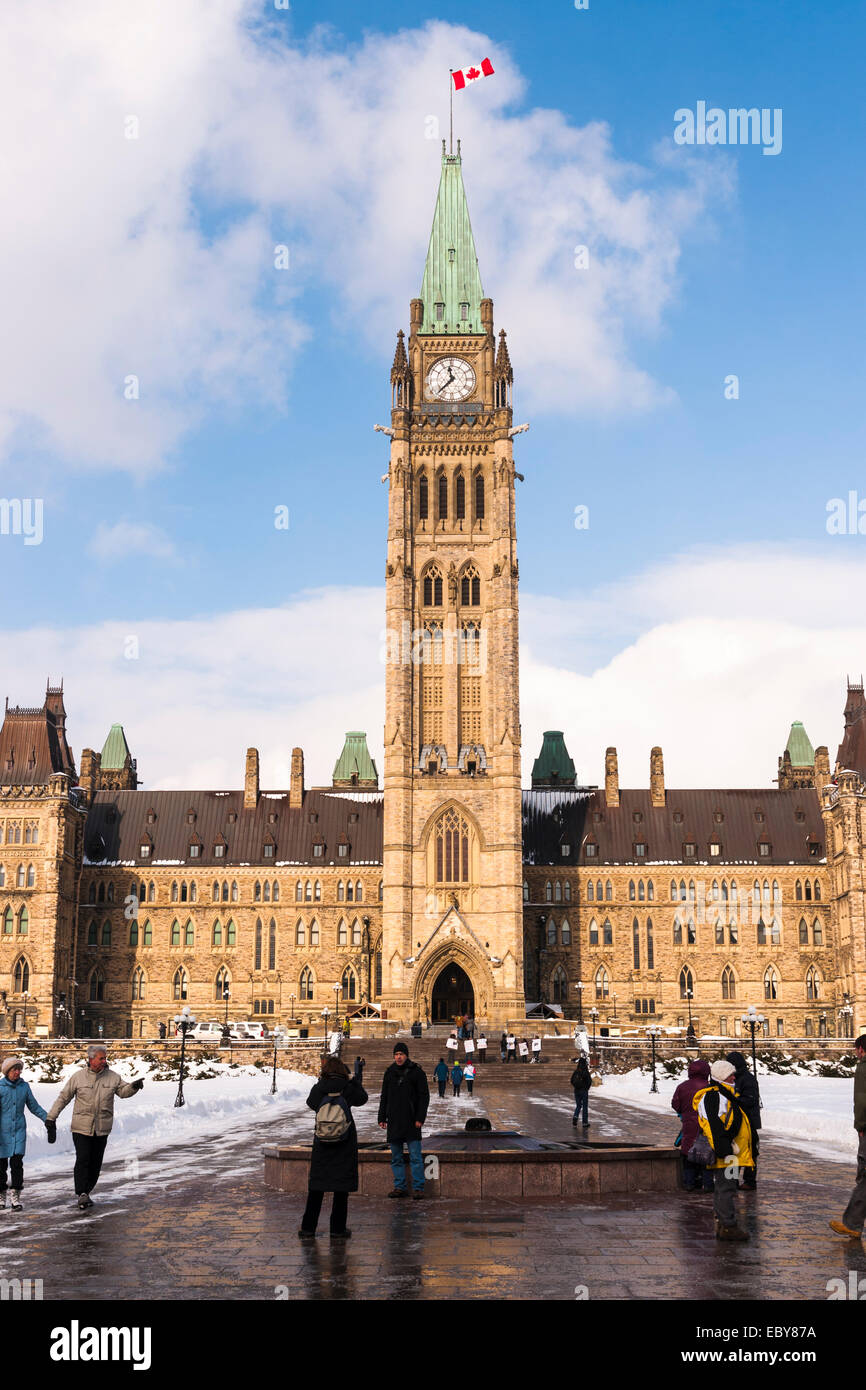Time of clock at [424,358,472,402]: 11:37
